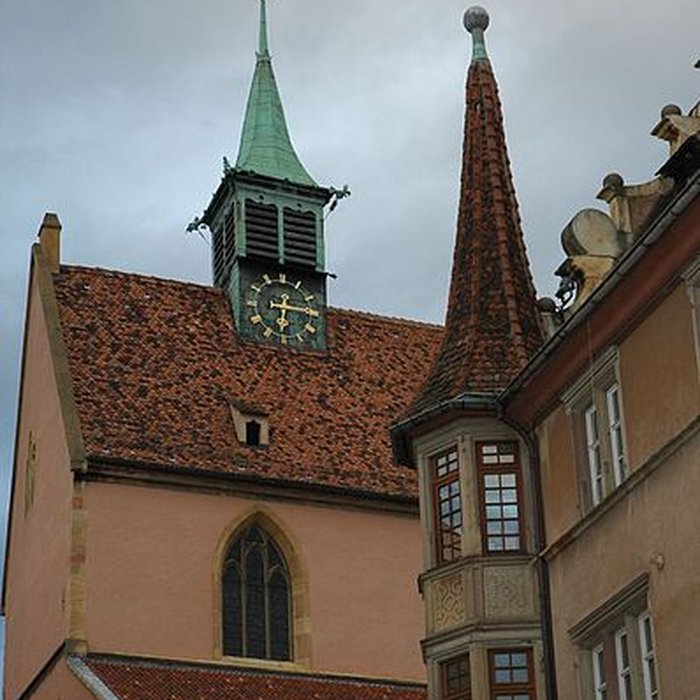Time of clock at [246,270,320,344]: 6:15
